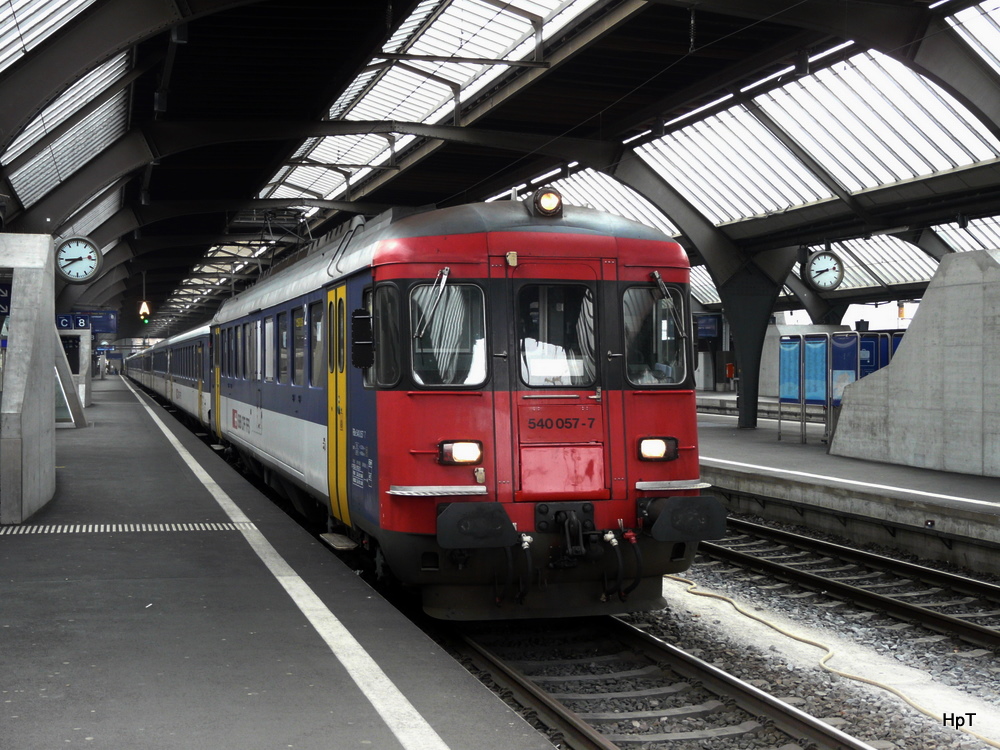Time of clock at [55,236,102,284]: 8:39
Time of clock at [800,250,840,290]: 8:40
